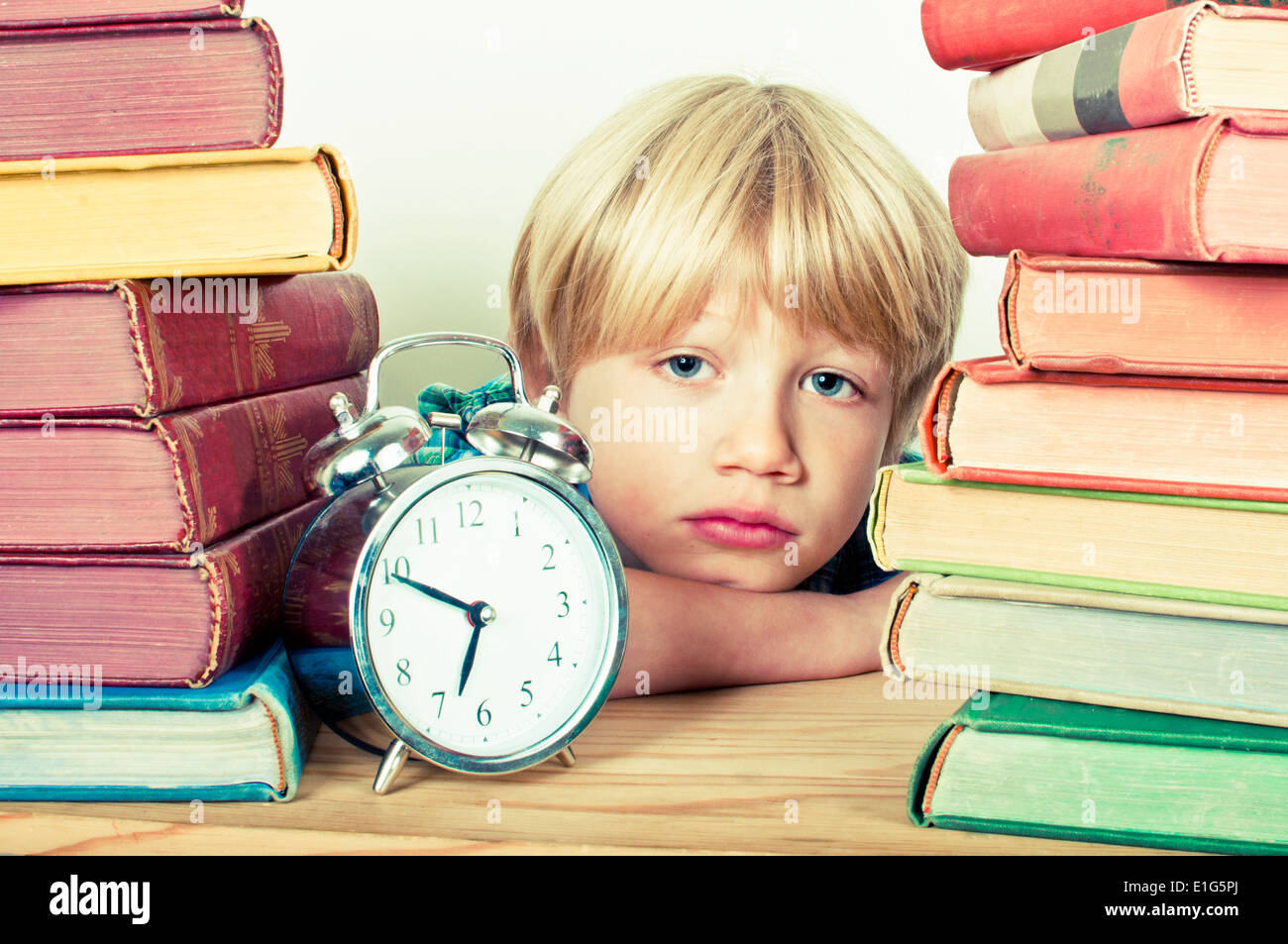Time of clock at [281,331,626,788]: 6:49
